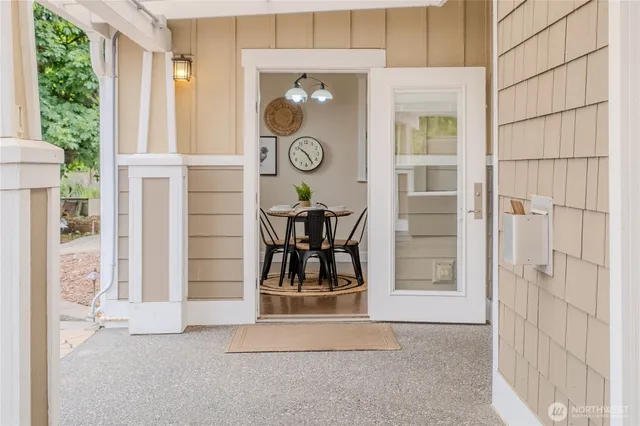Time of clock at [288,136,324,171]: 10:24
